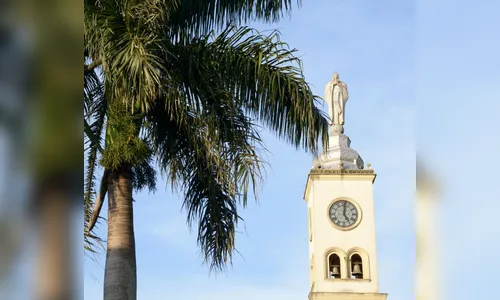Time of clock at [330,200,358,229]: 5:01
